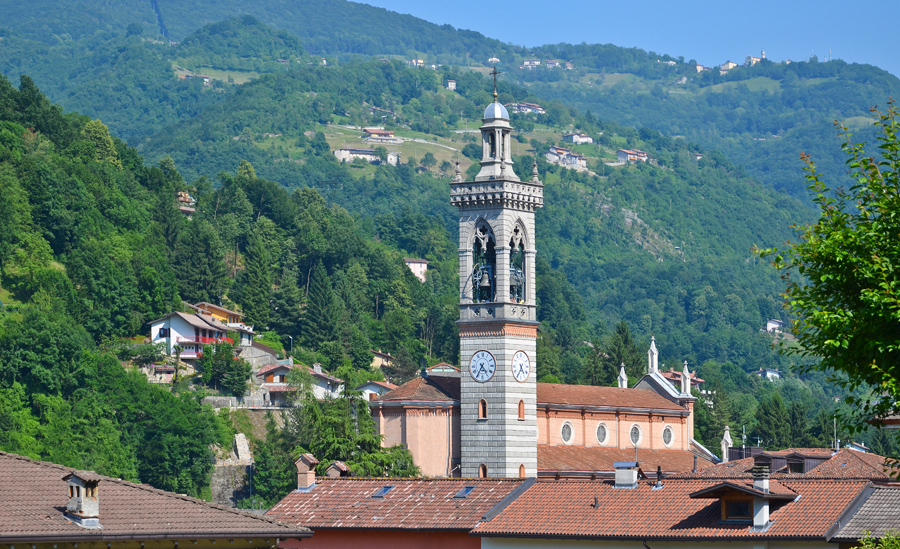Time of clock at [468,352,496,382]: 4:35
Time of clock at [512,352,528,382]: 4:34
